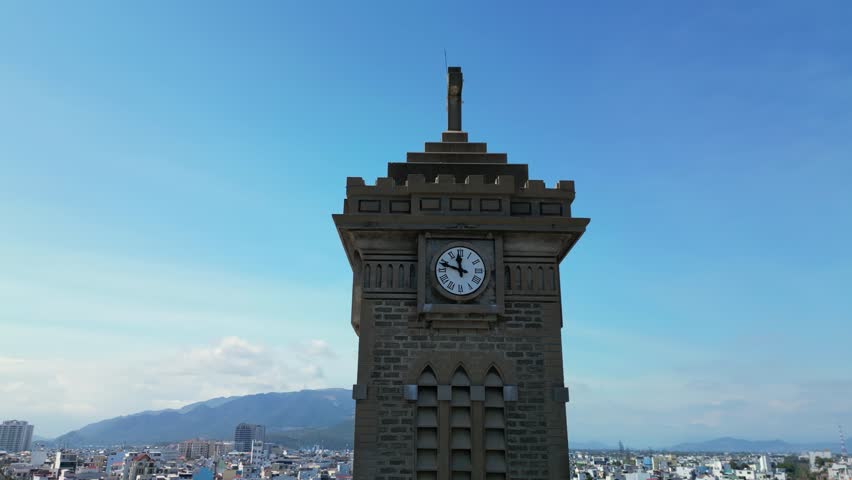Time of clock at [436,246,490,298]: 11:47
